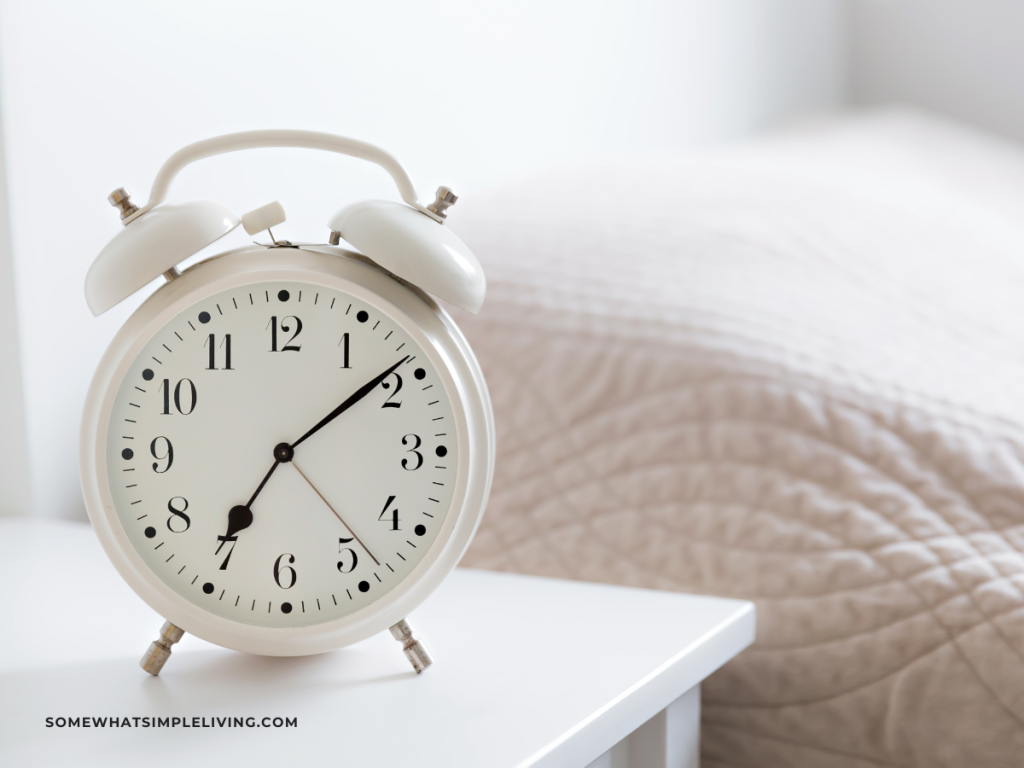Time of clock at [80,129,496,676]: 7:08
